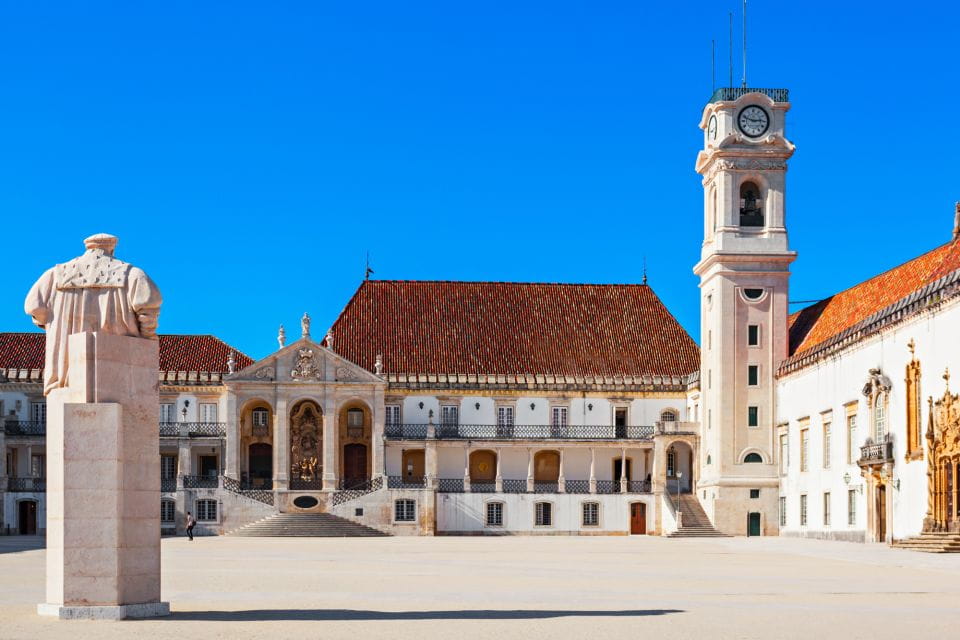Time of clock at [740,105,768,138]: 2:48
